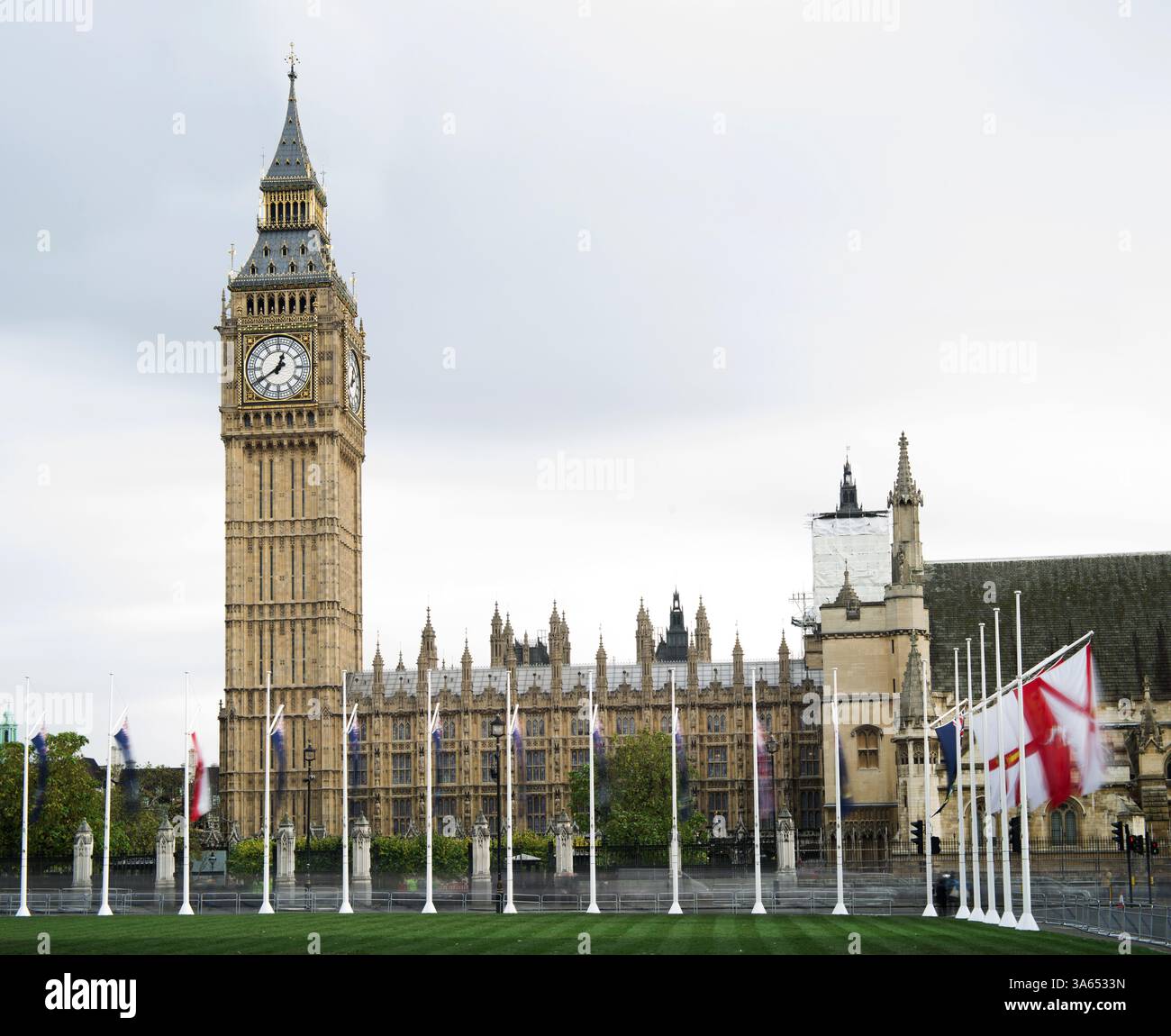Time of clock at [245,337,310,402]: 12:39
